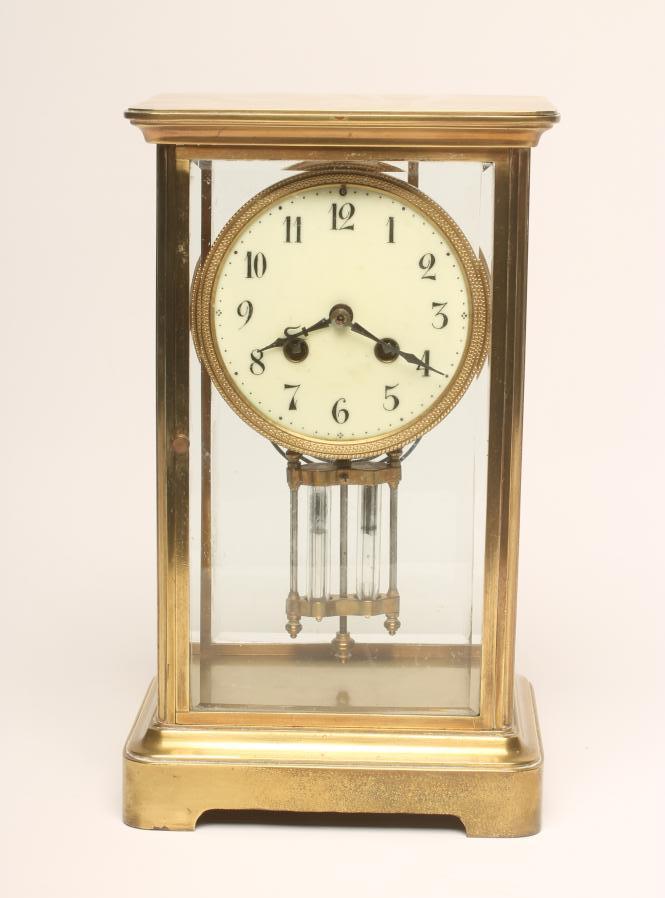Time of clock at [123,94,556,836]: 8:18
